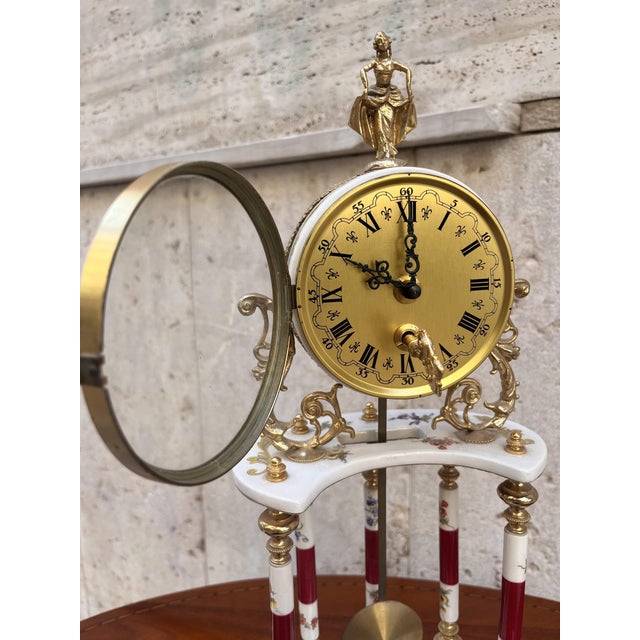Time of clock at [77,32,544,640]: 10:00
